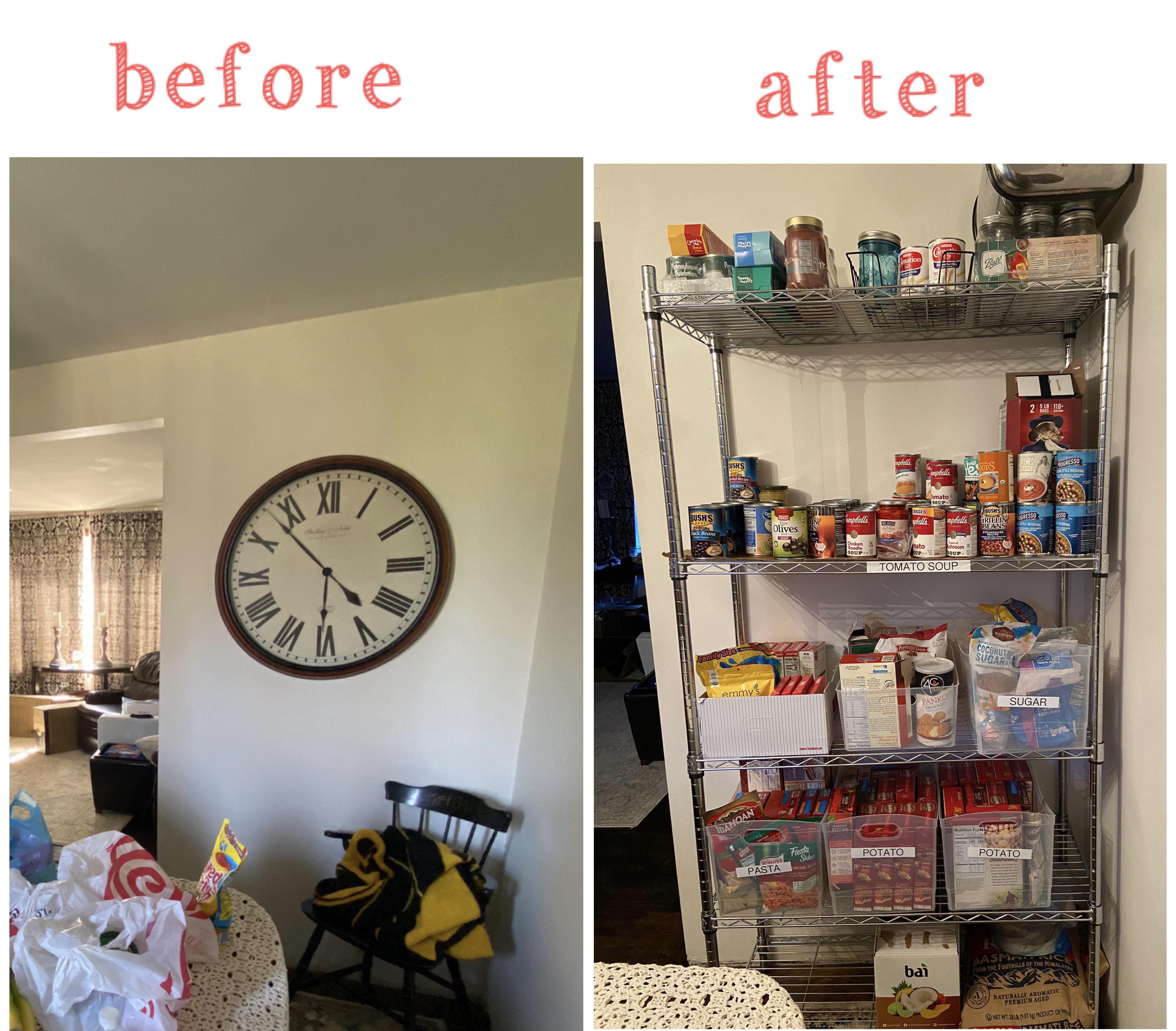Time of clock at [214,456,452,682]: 4:30
